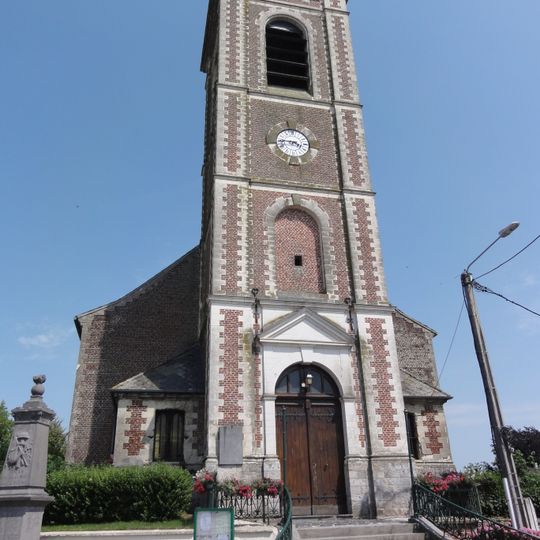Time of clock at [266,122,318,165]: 3:44
